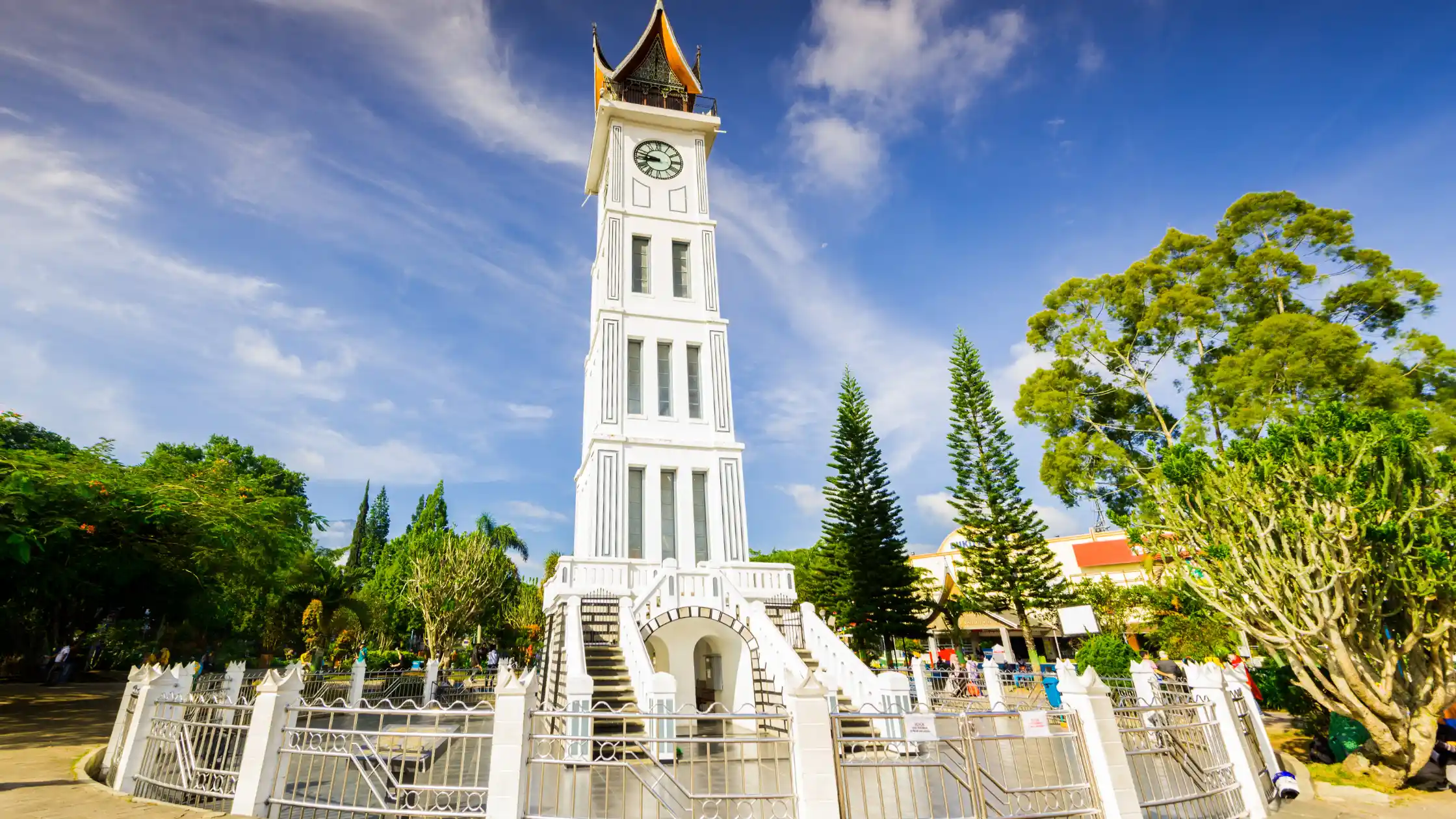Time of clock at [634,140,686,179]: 8:47
